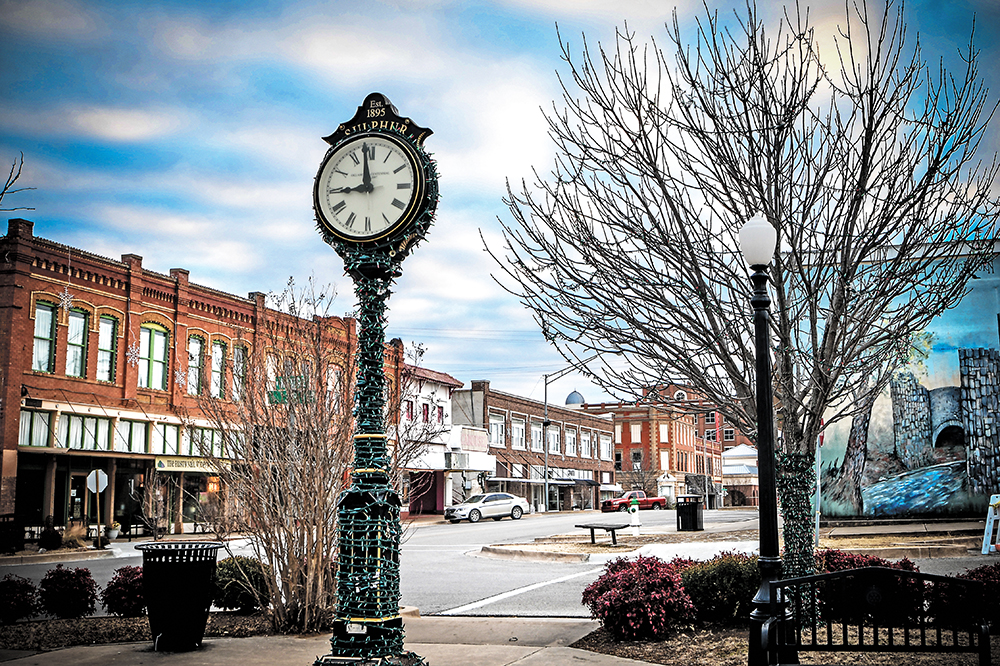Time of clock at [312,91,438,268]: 8:58
